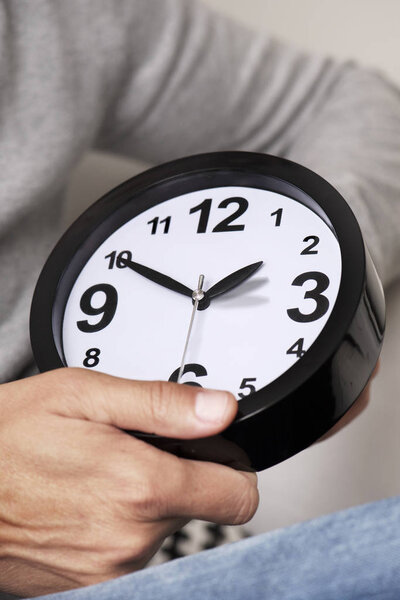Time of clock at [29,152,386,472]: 1:50
